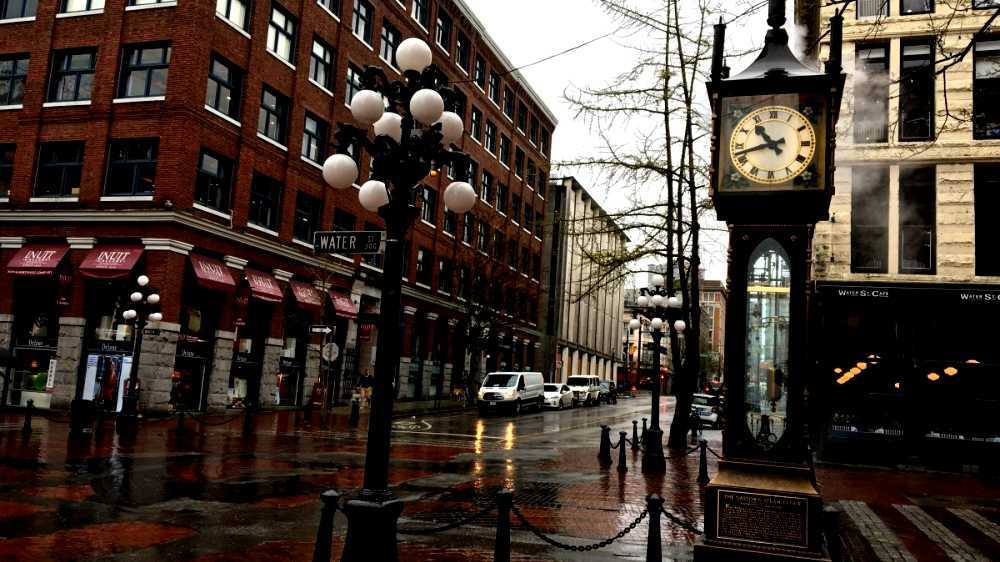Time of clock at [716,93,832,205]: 10:42
